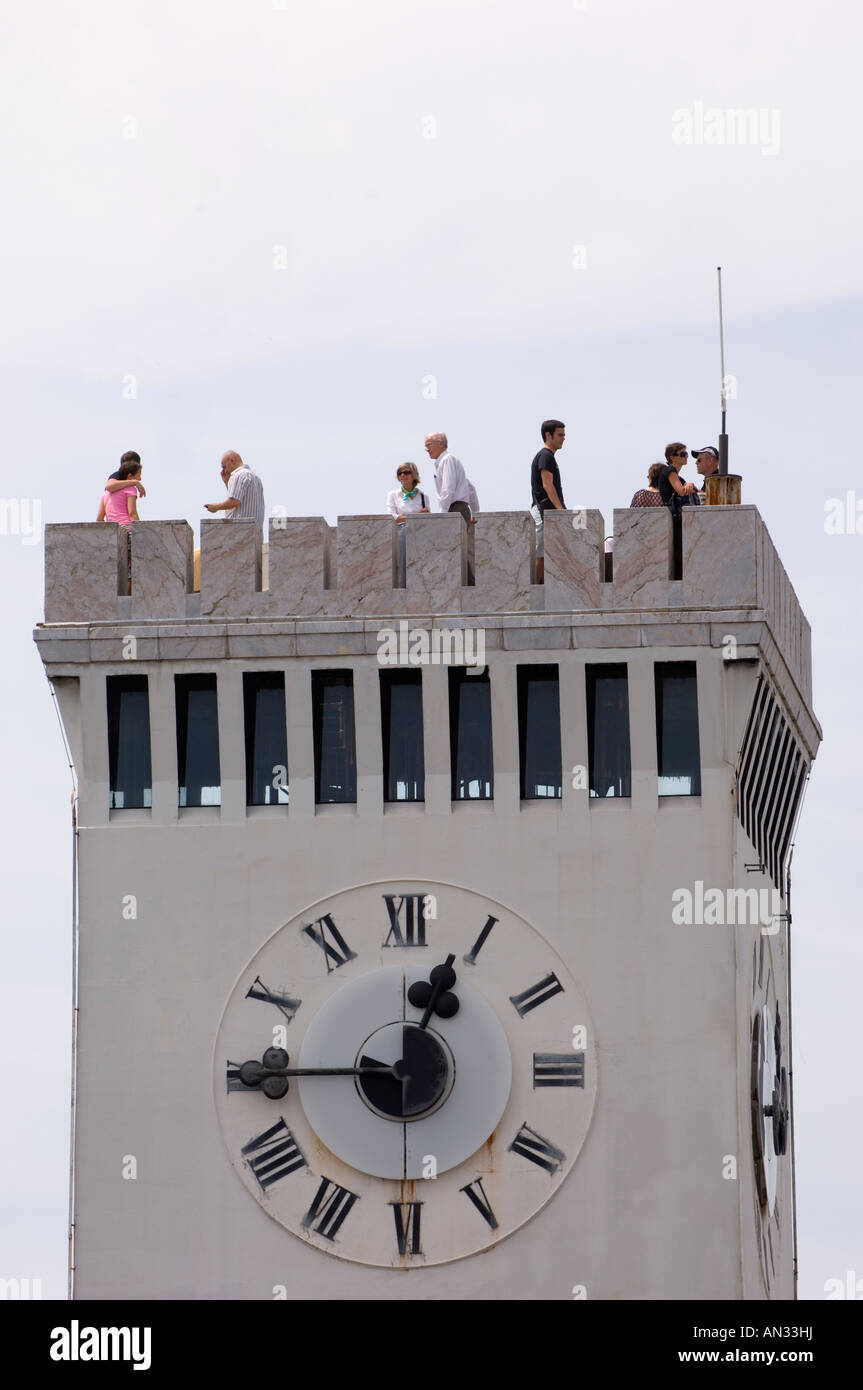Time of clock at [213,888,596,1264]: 12:45
